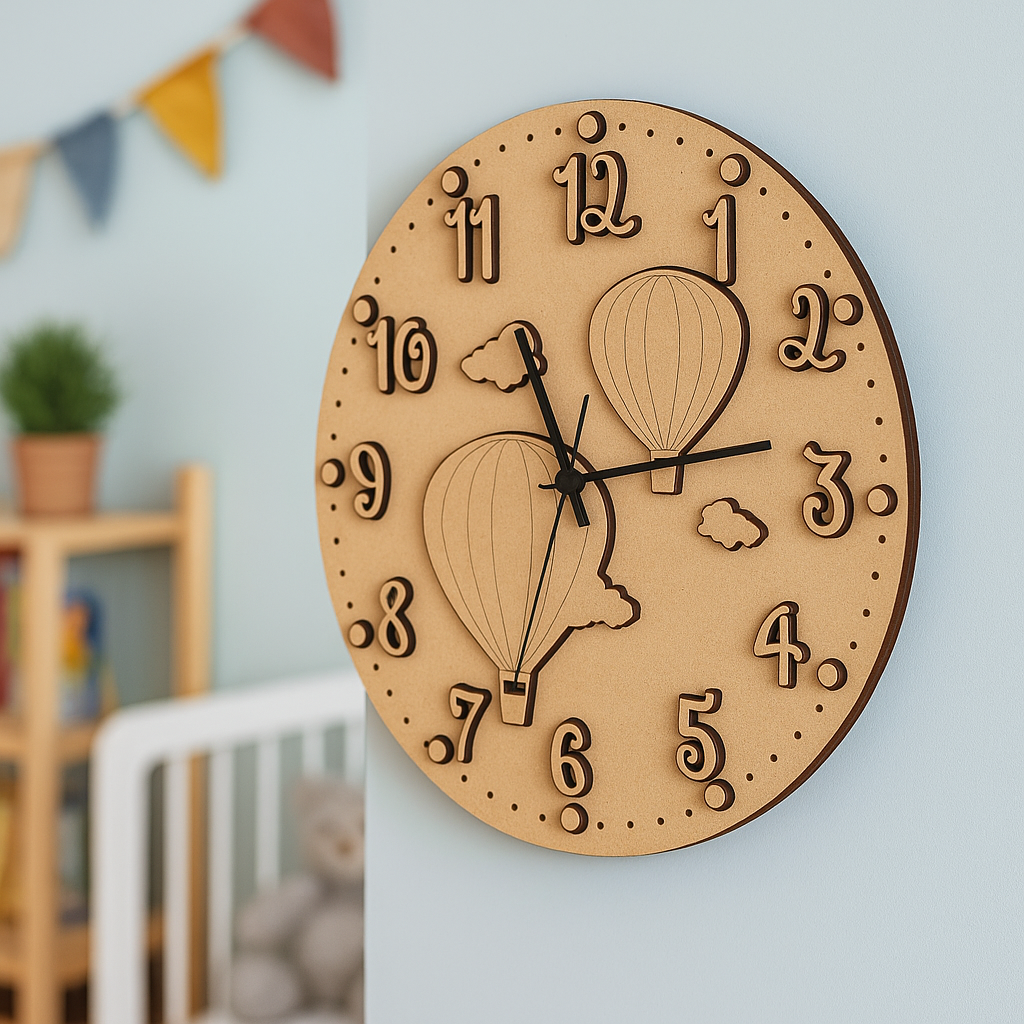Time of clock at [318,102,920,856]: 11:13
